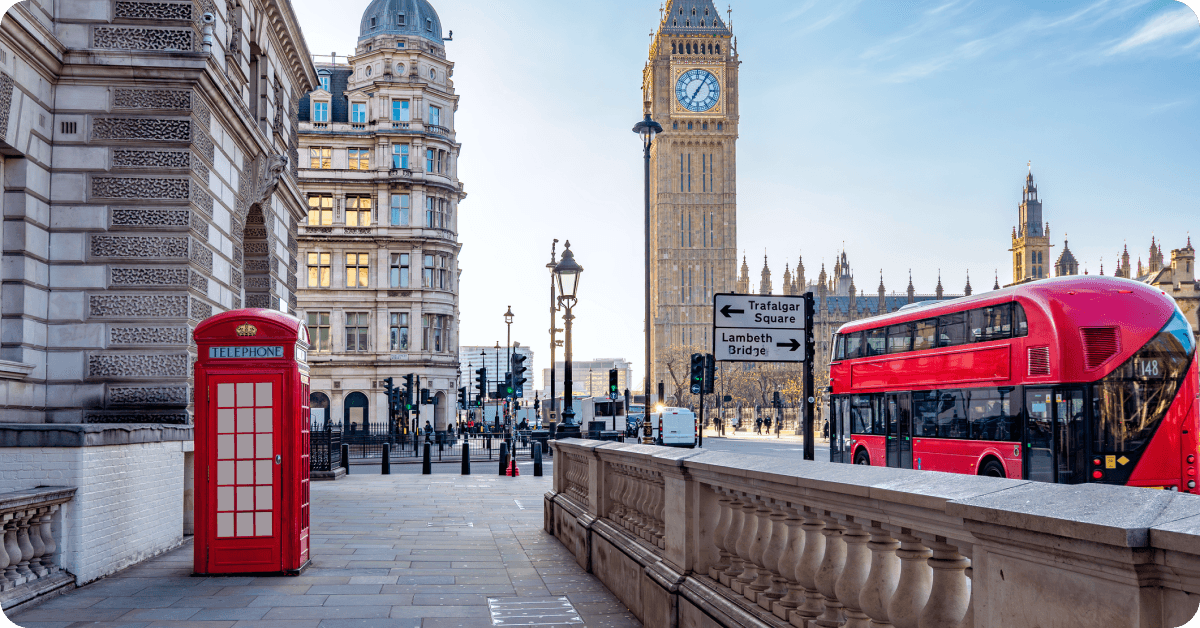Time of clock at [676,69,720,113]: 7:05
